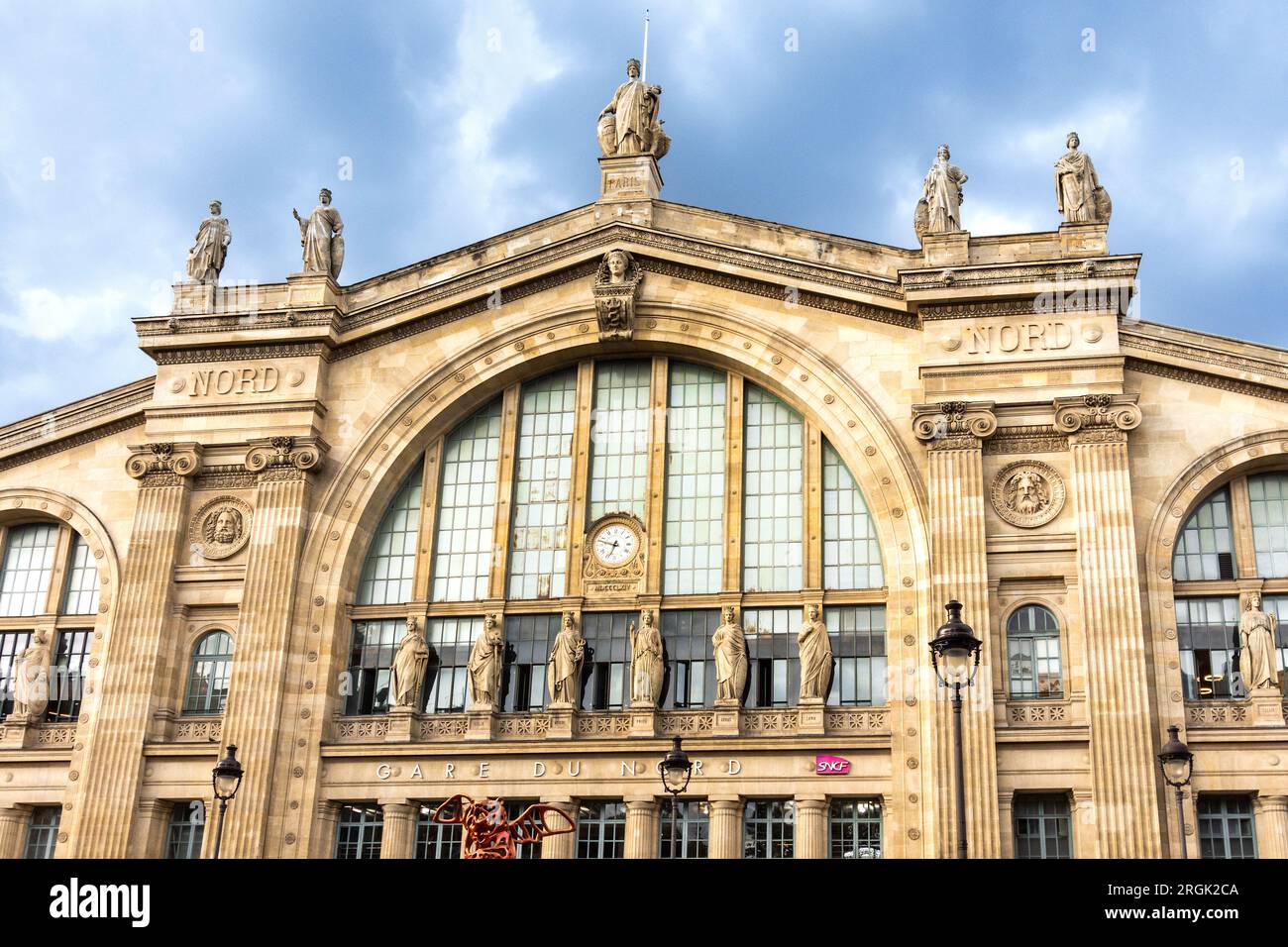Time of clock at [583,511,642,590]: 6:47
